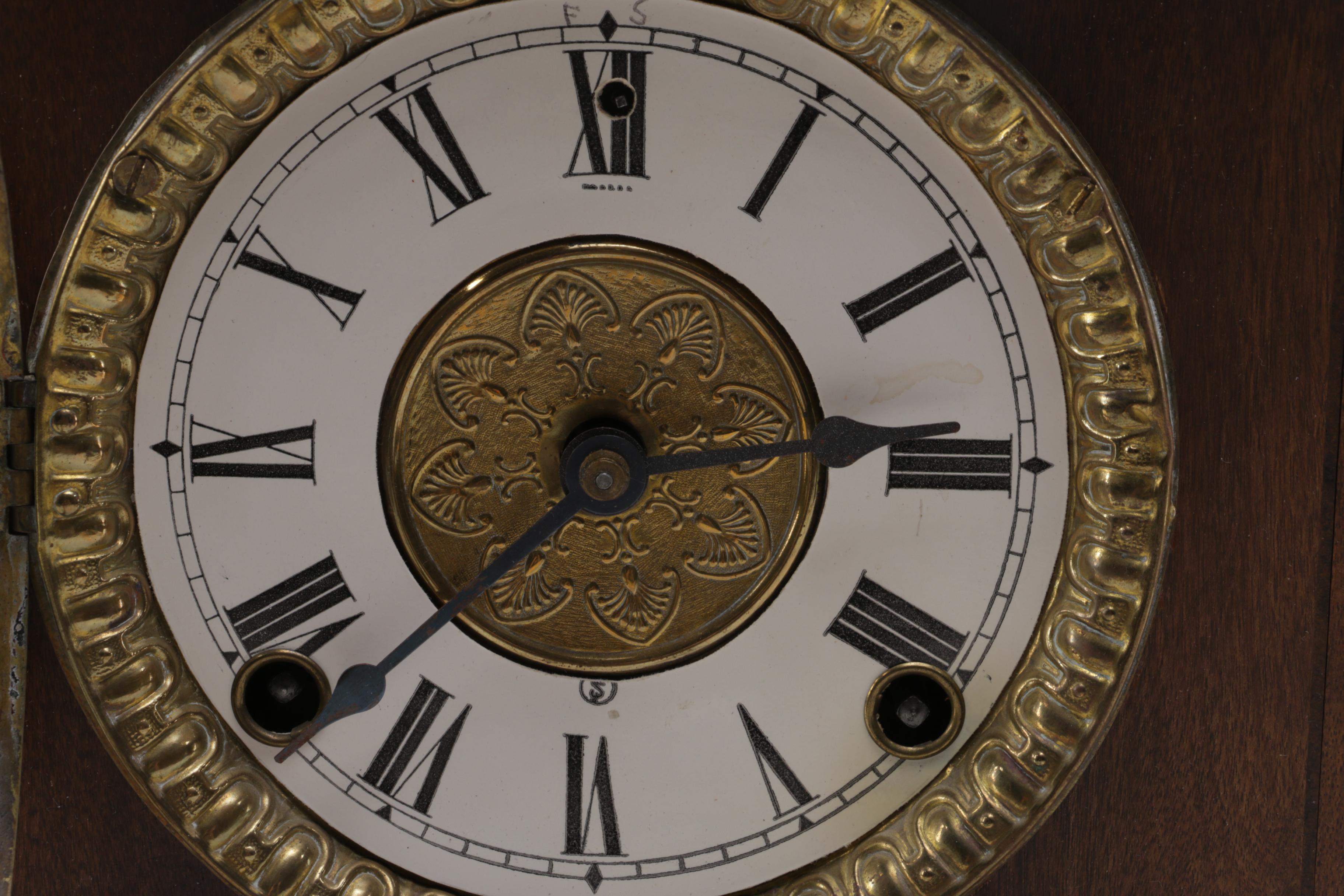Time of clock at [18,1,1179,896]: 2:37
